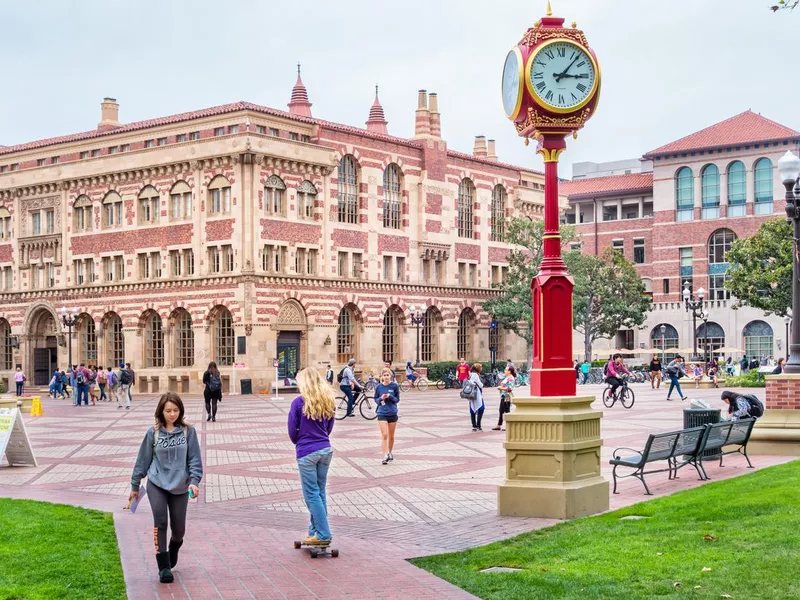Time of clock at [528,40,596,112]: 3:06
